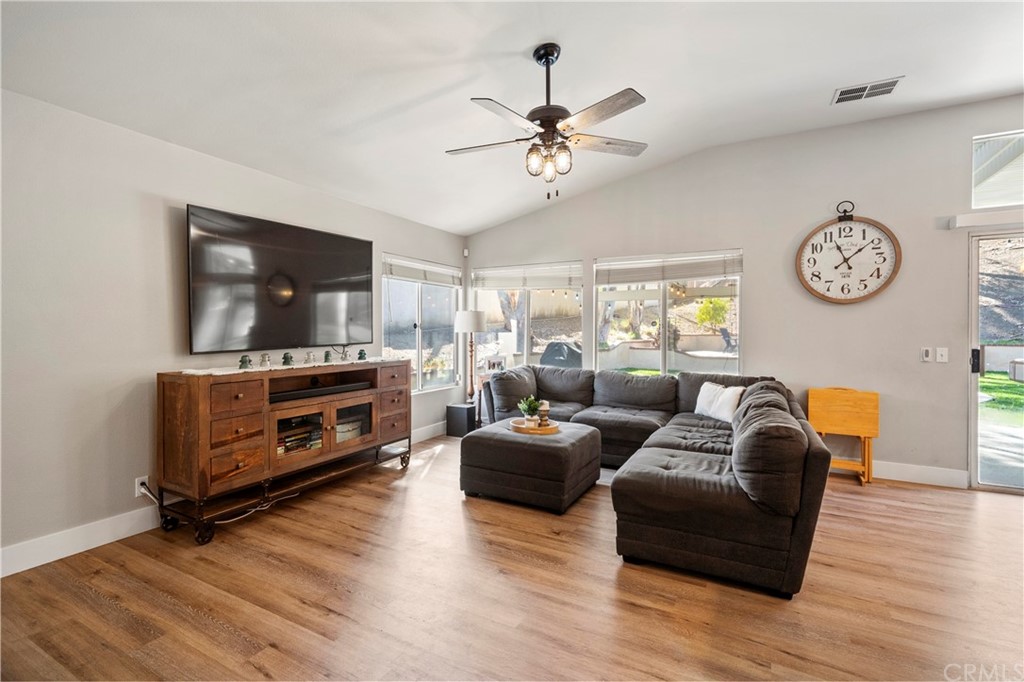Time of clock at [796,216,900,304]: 11:08
